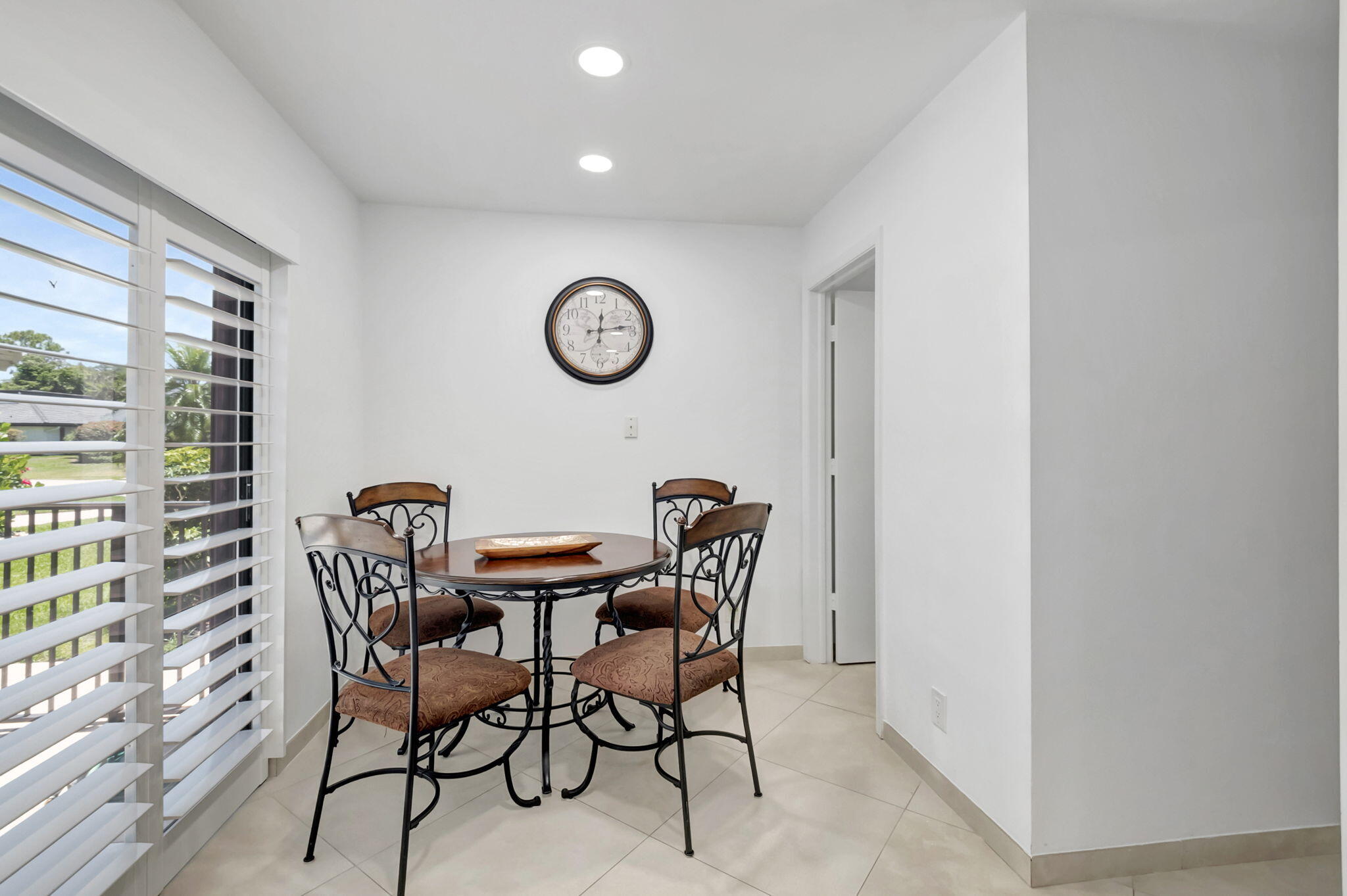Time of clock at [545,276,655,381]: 12:13
